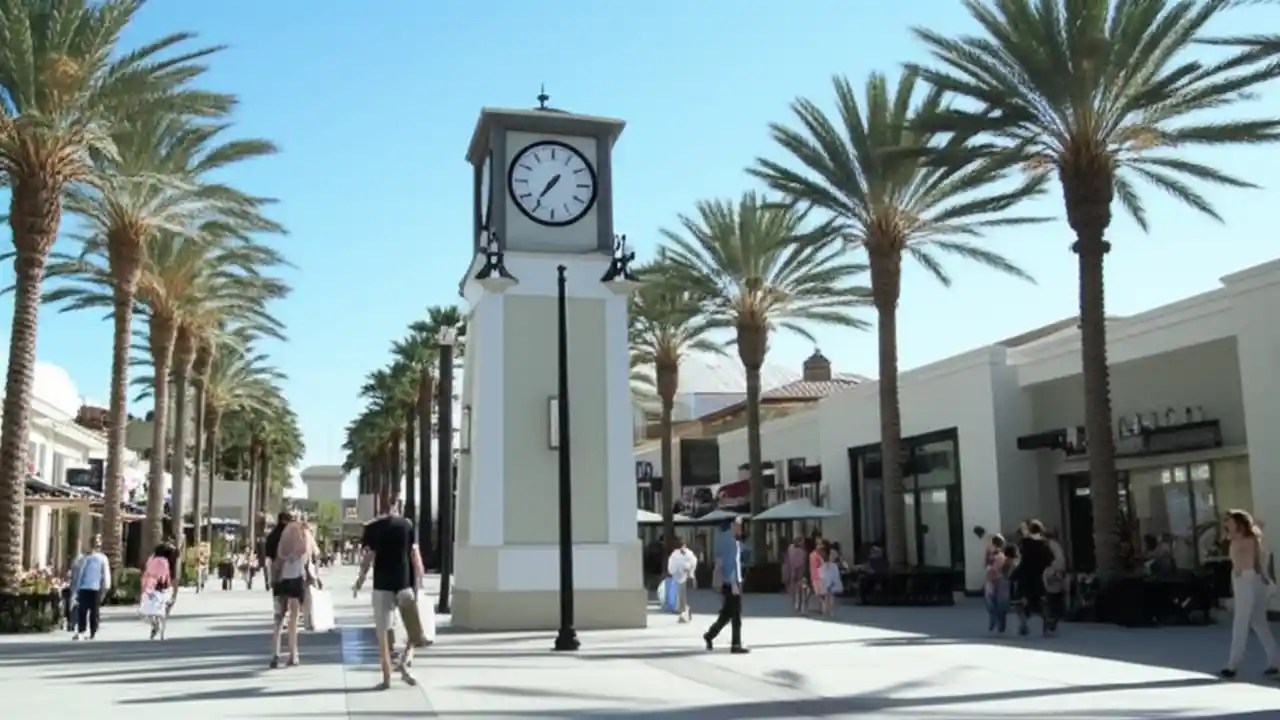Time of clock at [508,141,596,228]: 7:36
